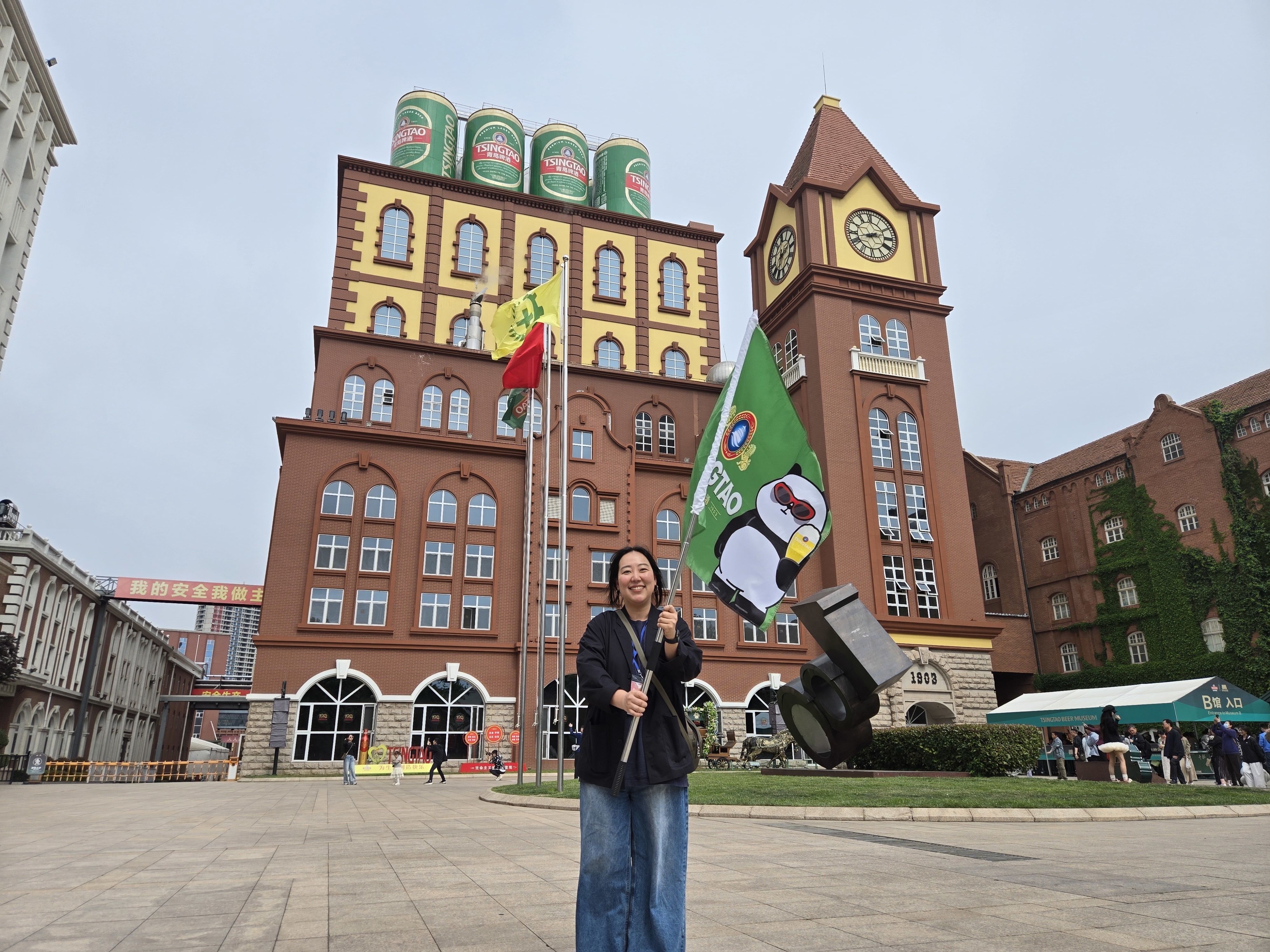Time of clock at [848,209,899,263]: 2:42
